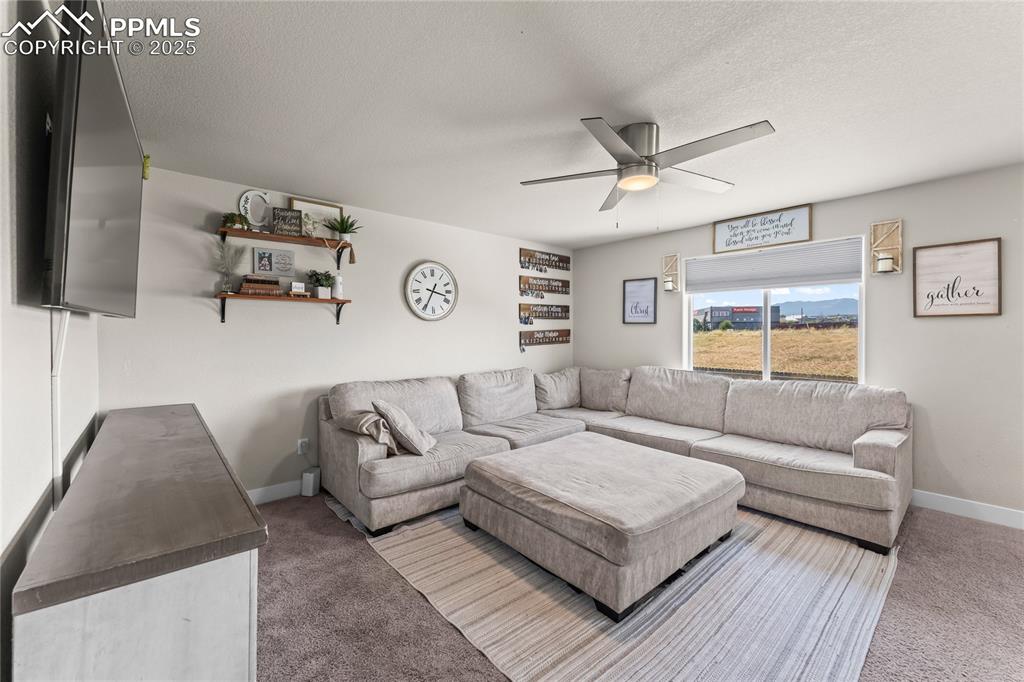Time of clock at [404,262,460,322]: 3:34
